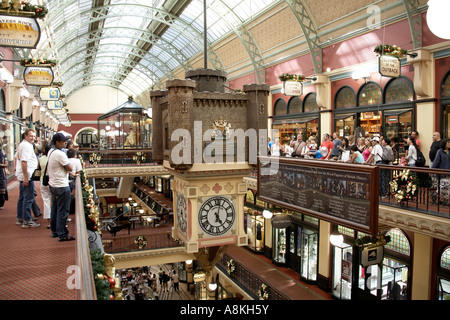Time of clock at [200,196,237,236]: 5:02
